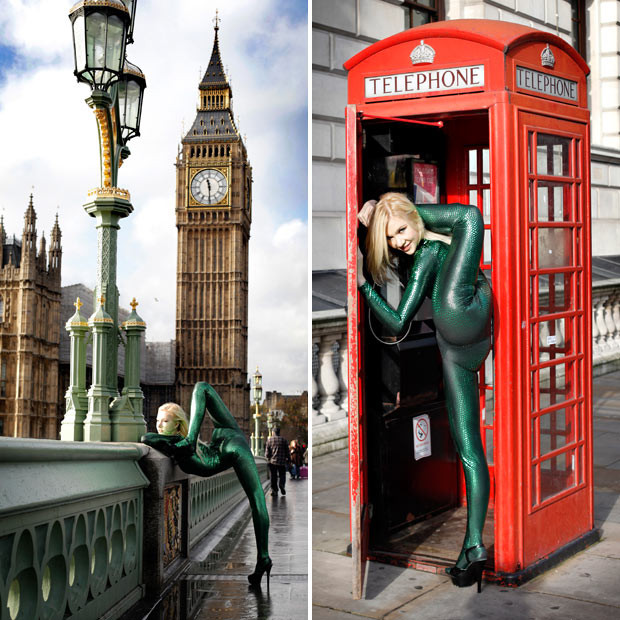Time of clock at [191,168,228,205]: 11:29
